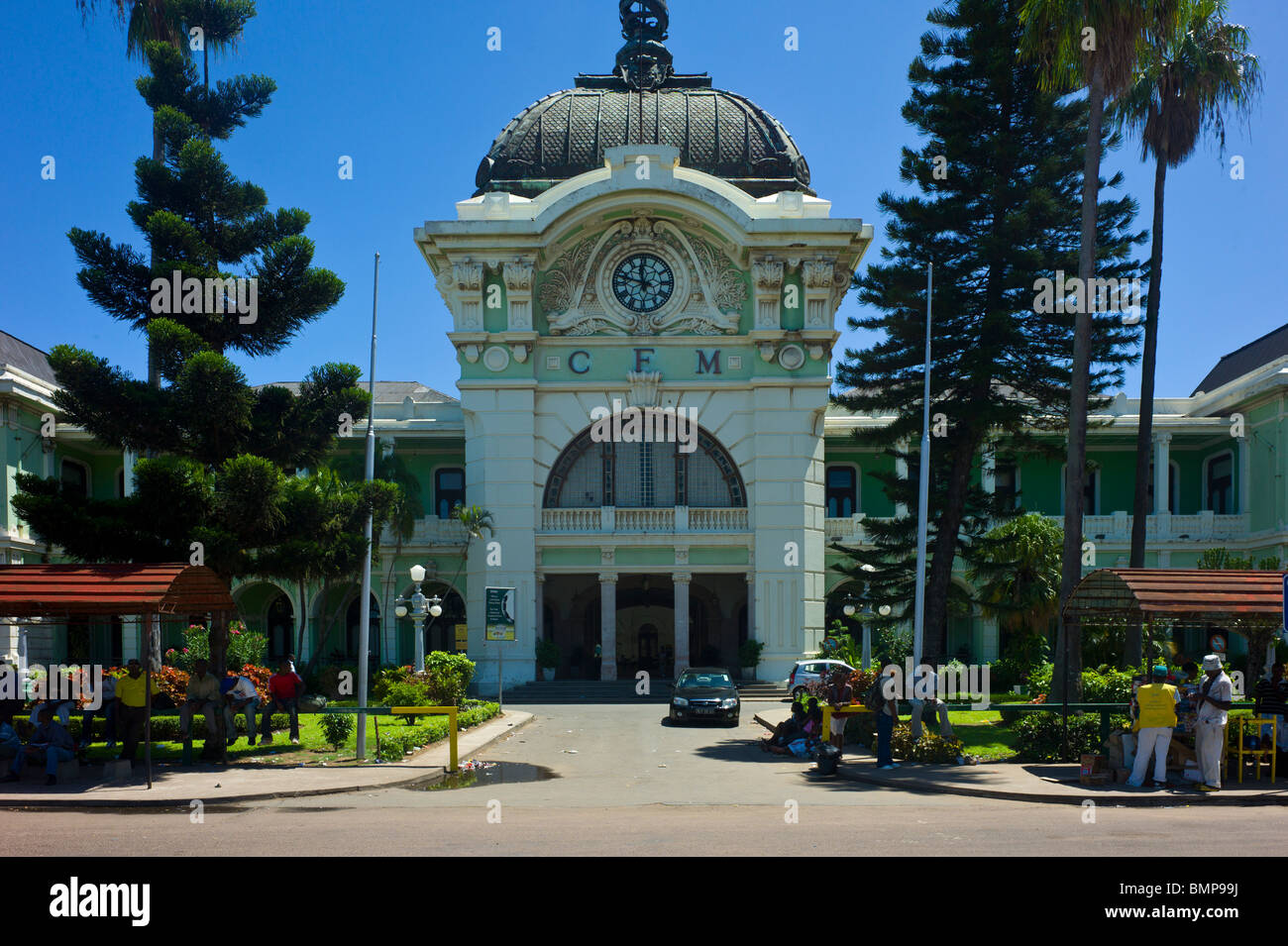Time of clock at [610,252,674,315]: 11:47
